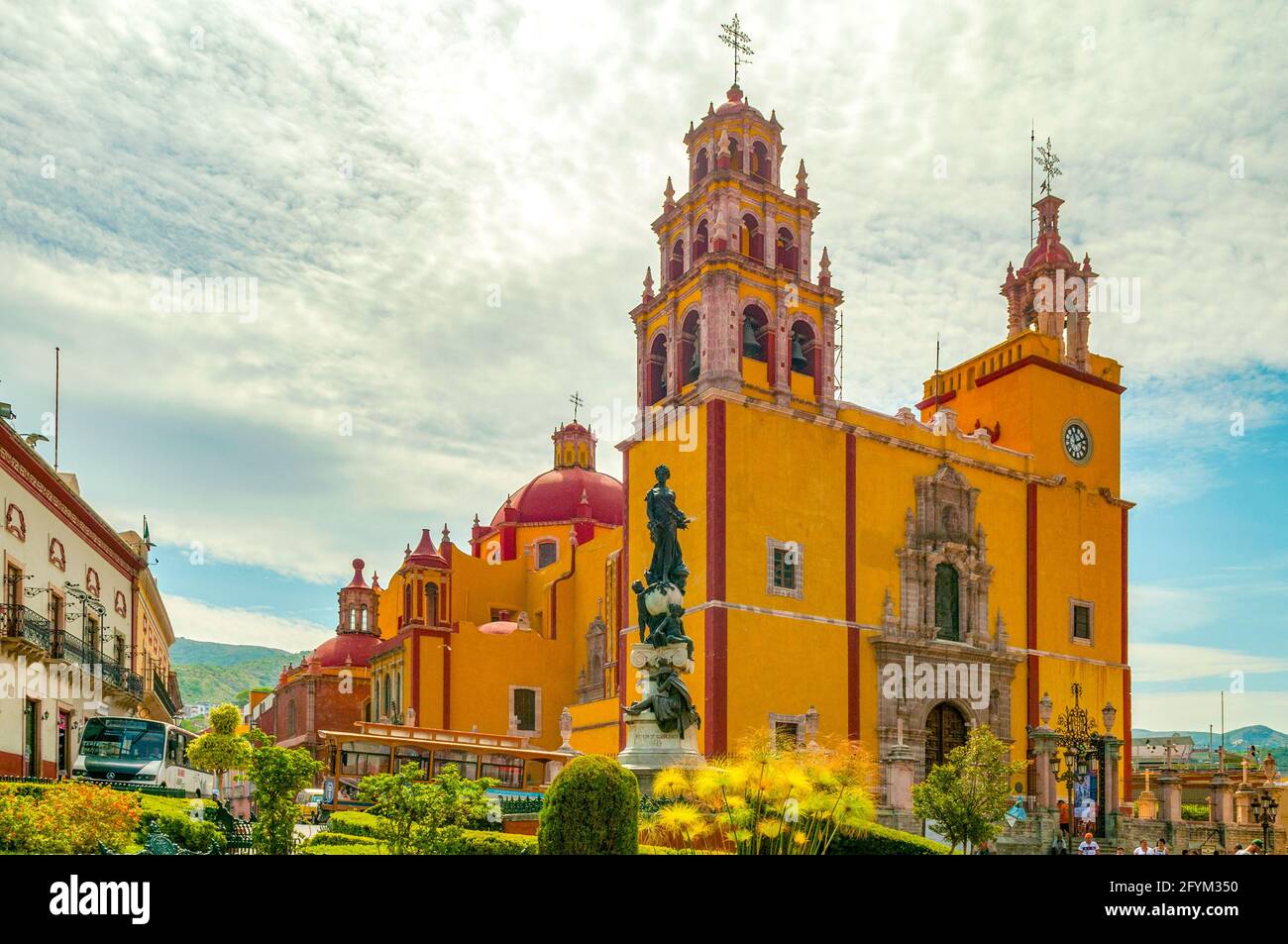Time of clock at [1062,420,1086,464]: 11:11
